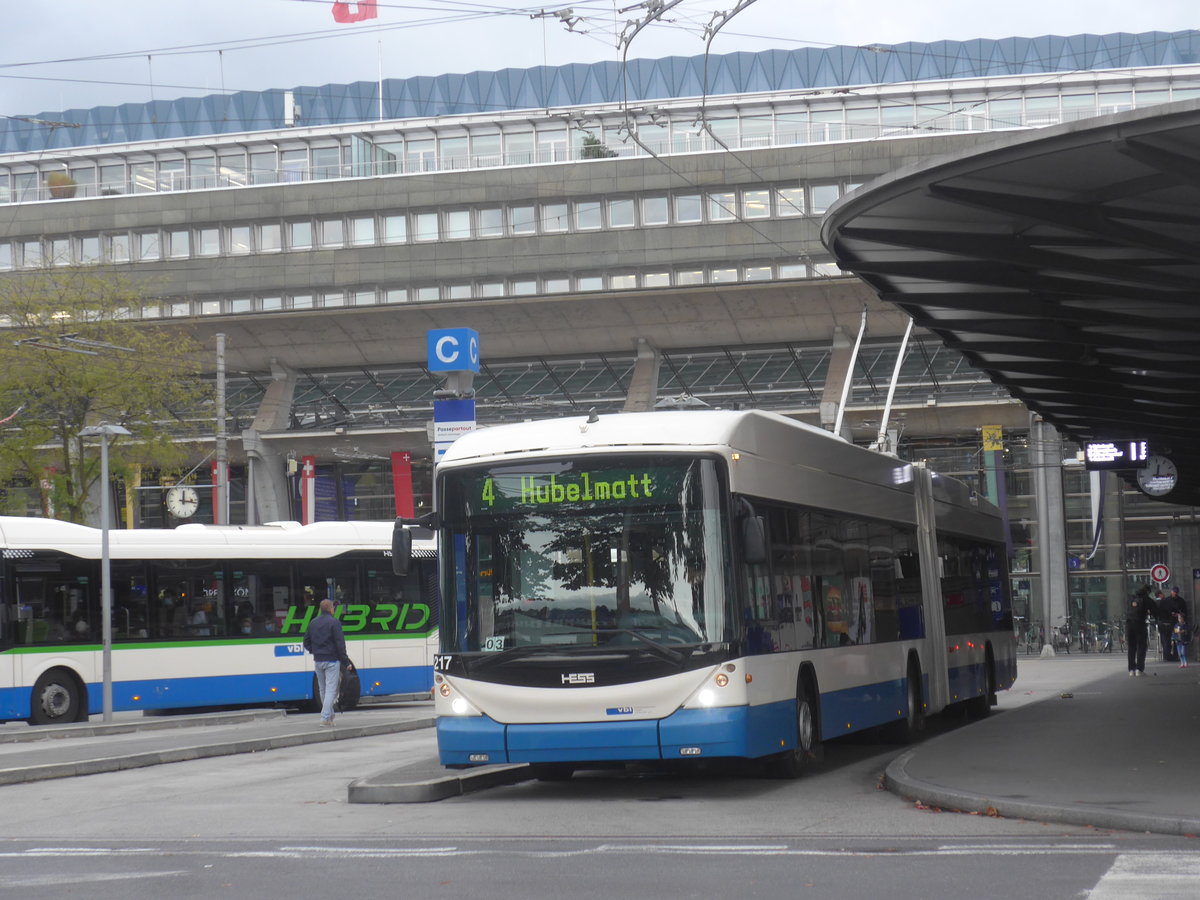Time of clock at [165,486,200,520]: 12:16
